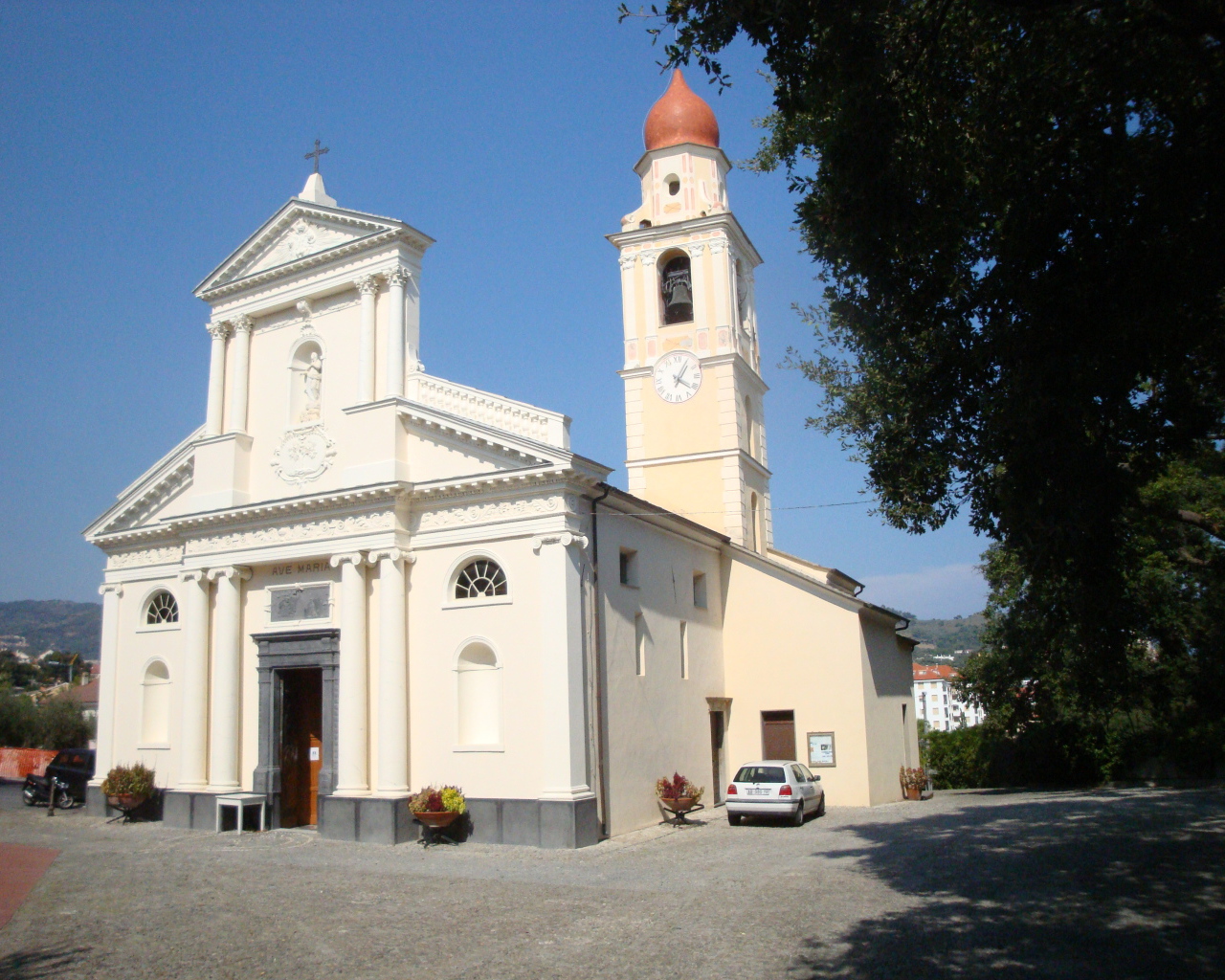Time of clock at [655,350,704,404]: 4:05
